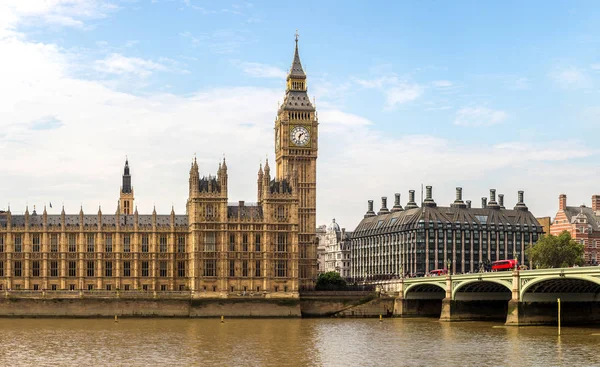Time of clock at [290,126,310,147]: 1:32
